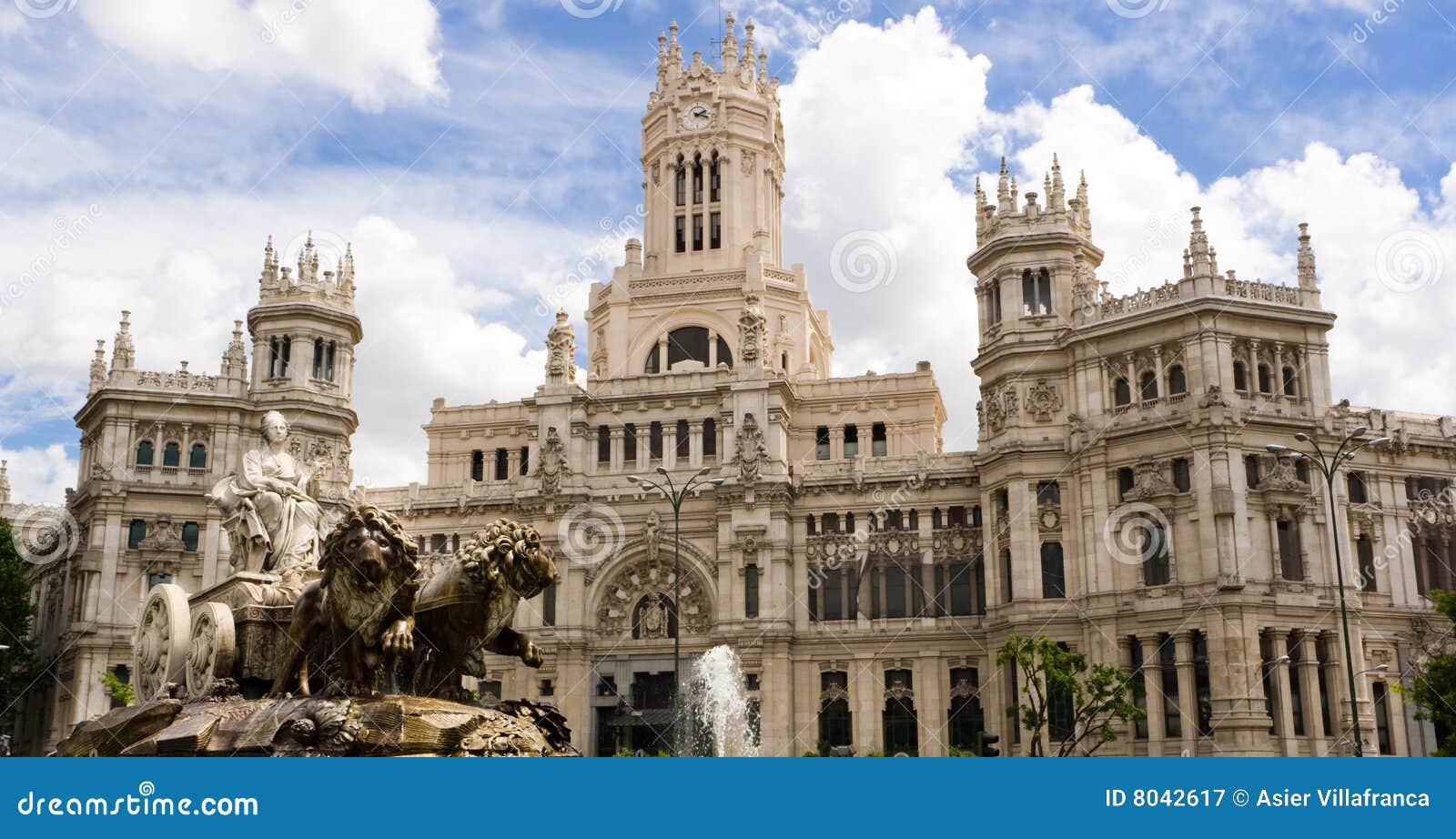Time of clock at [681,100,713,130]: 2:18
